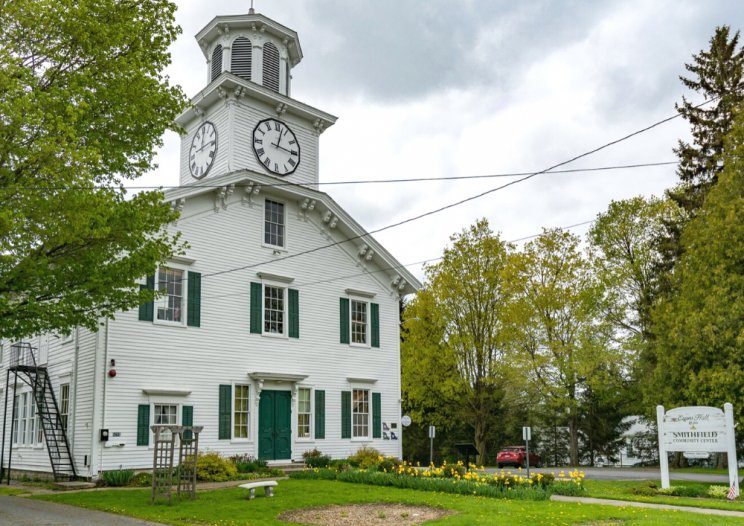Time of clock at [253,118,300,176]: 3:02
